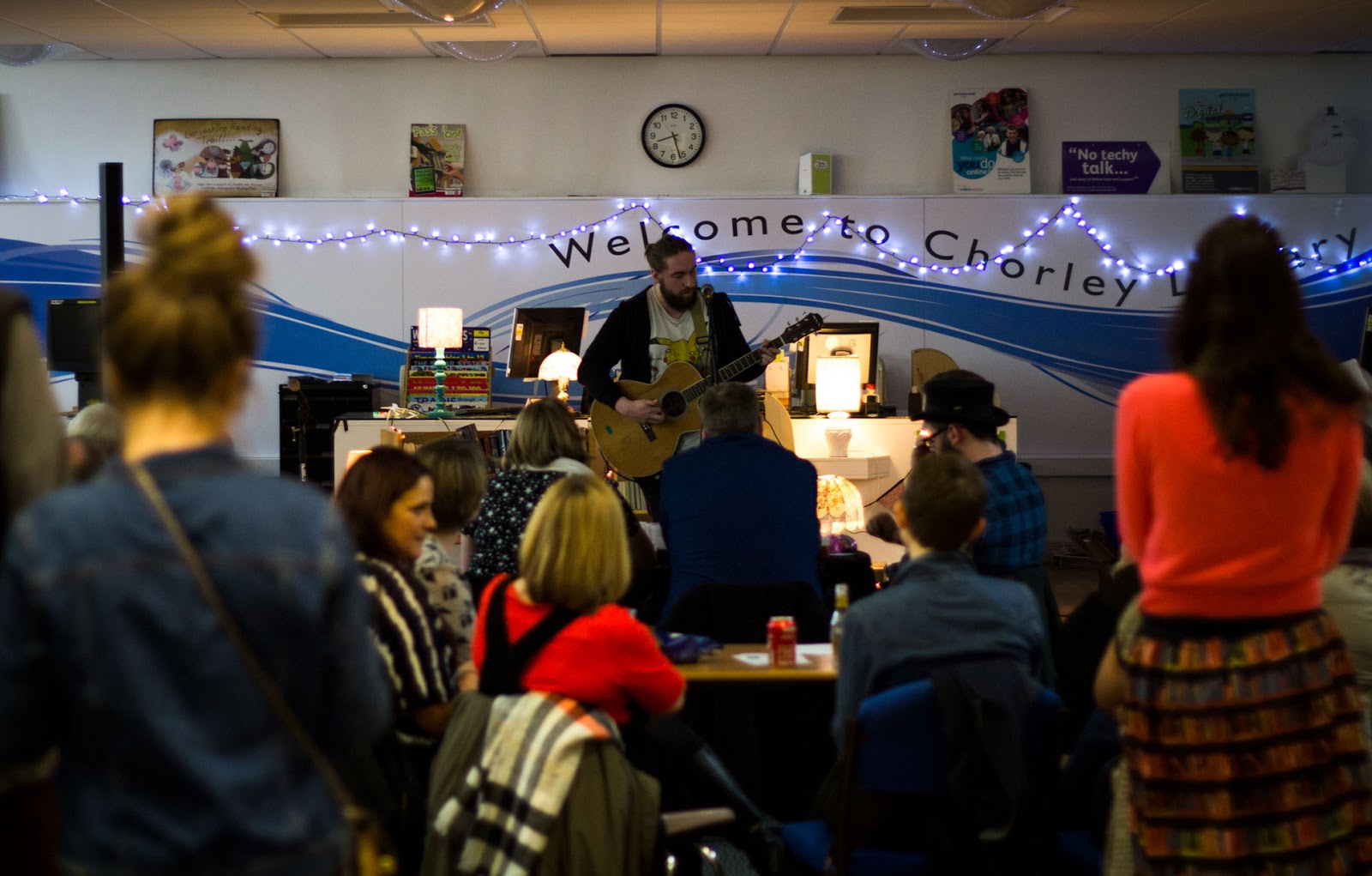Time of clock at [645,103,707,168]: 8:26
